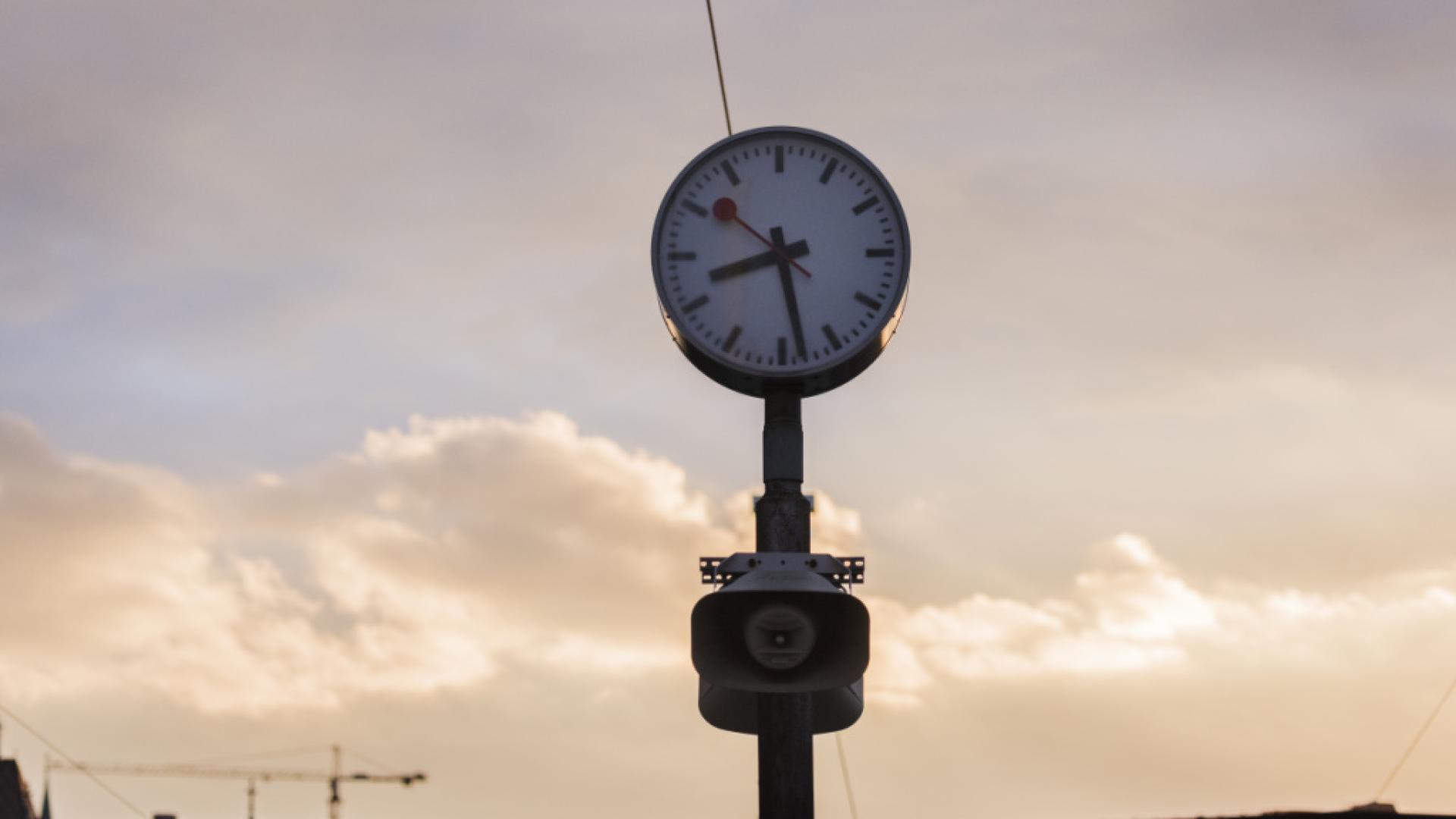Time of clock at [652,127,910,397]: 8:28
